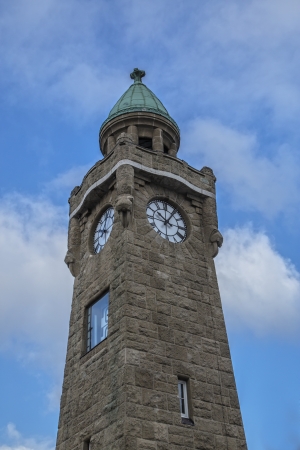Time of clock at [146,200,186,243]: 10:06
